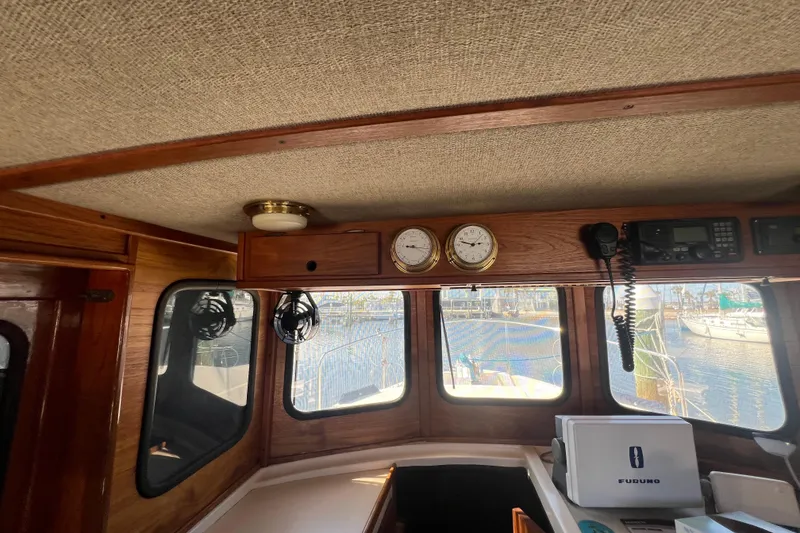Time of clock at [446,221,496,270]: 2:47
